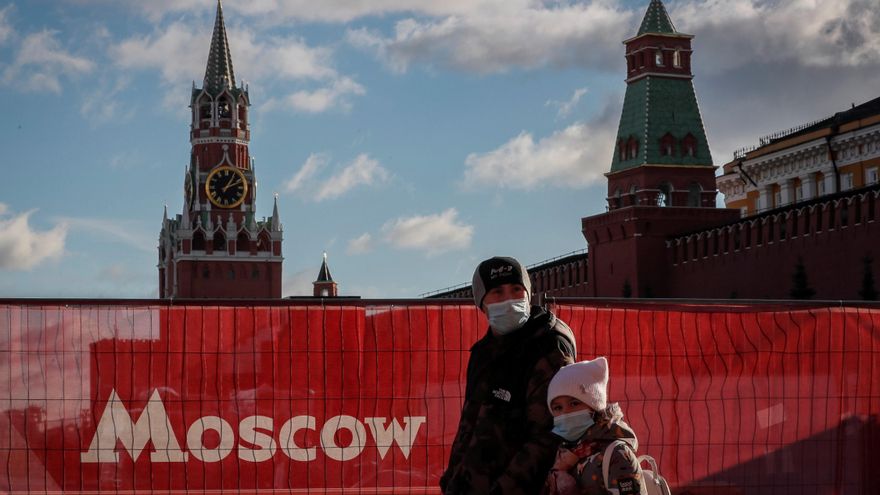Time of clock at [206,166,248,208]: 1:11
